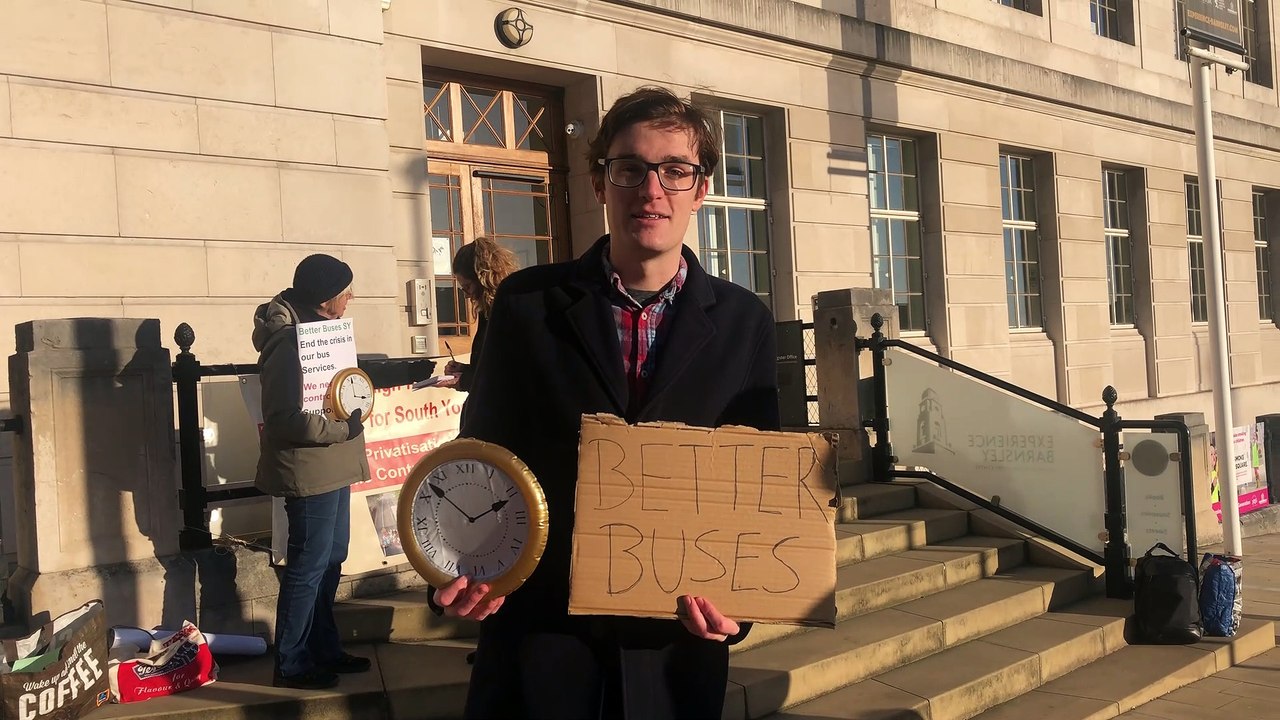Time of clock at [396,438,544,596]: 1:52
